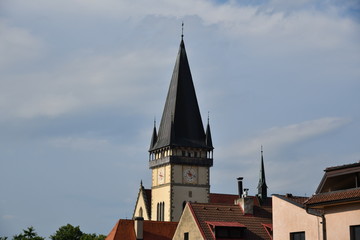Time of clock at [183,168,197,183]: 5:18
